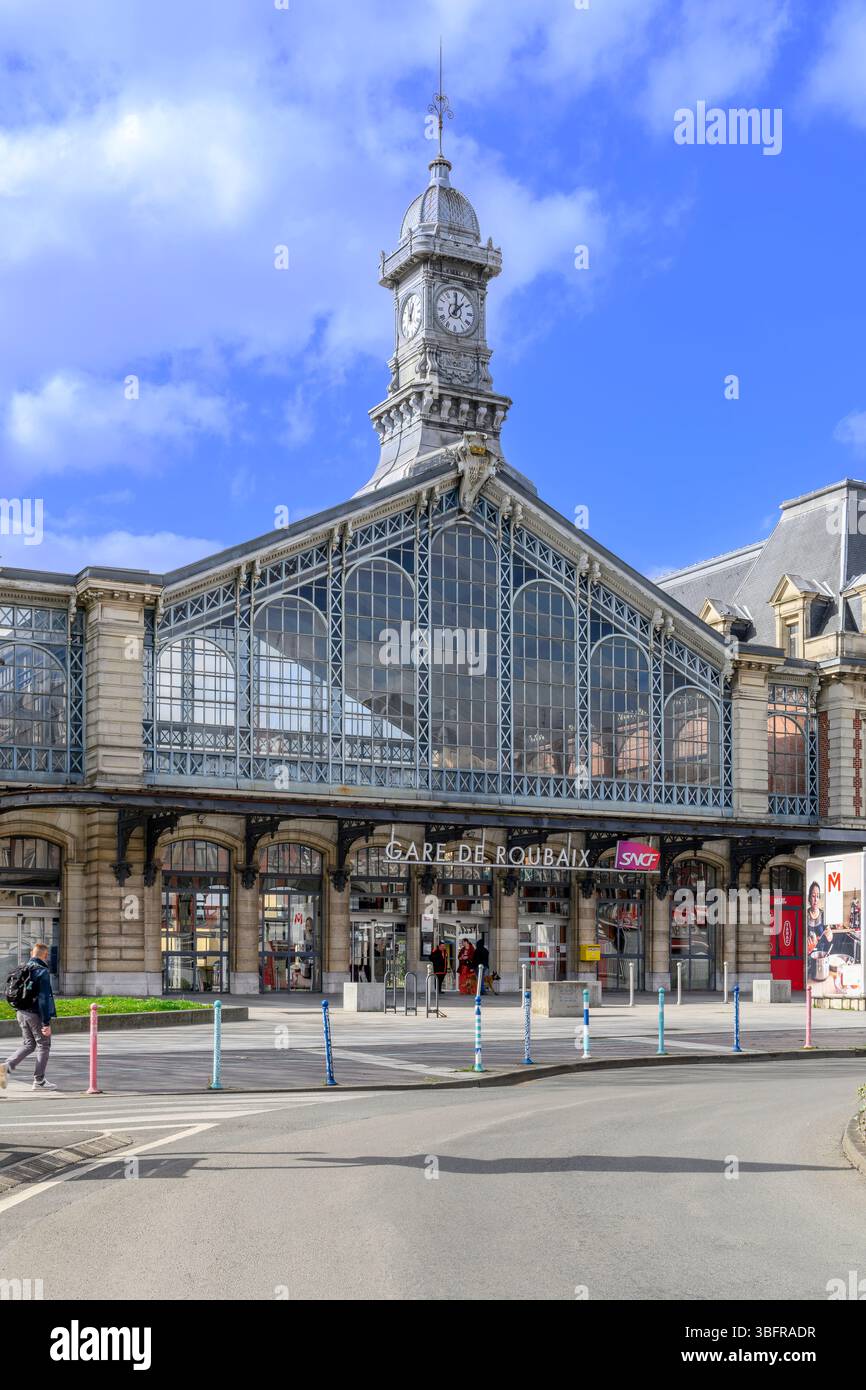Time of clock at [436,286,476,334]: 12:07
